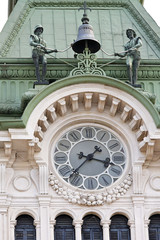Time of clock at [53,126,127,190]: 3:36
